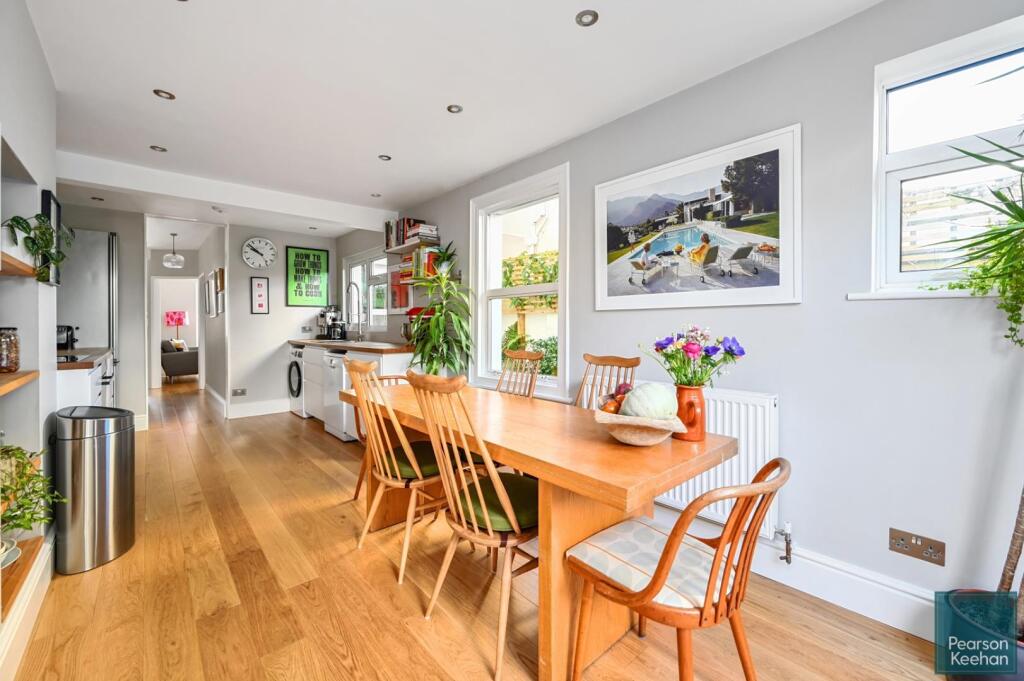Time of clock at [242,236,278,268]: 9:51
